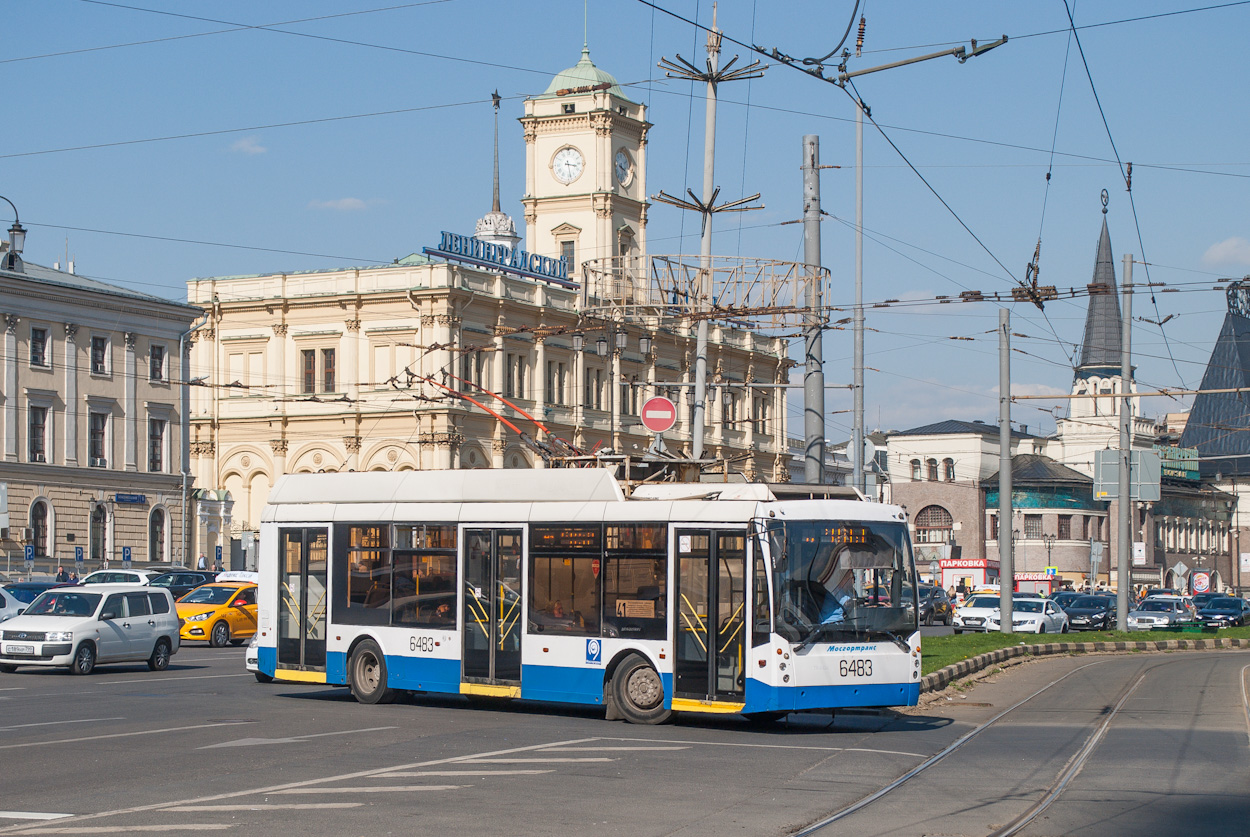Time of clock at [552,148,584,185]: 3:28
